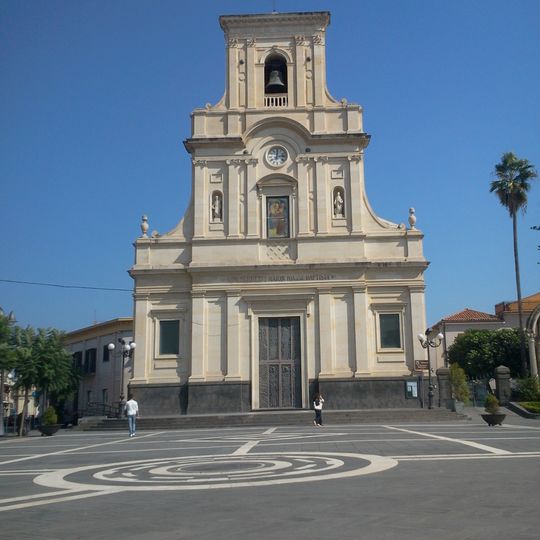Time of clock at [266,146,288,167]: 12:13
